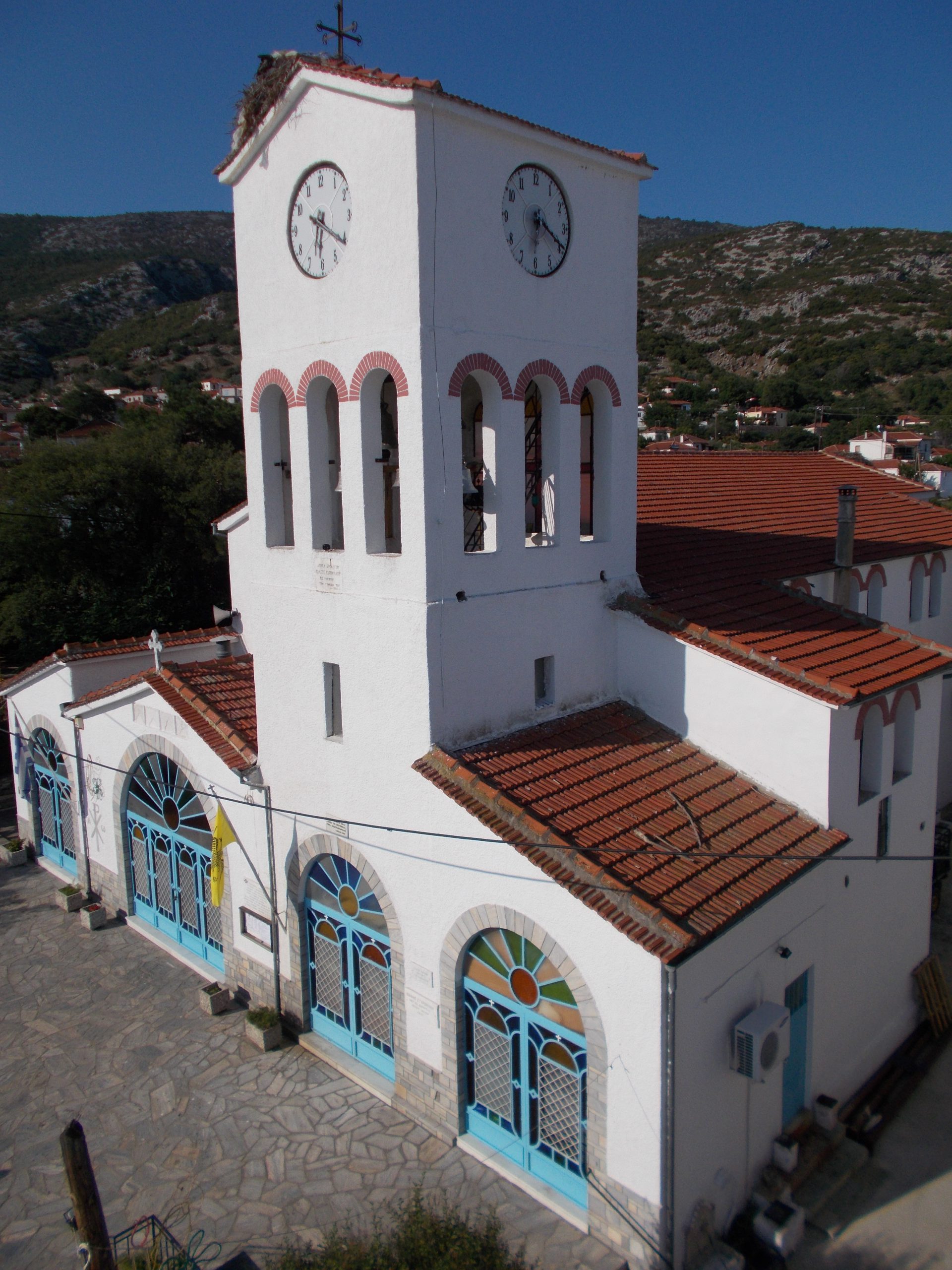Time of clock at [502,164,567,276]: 6:19
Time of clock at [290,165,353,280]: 6:20
